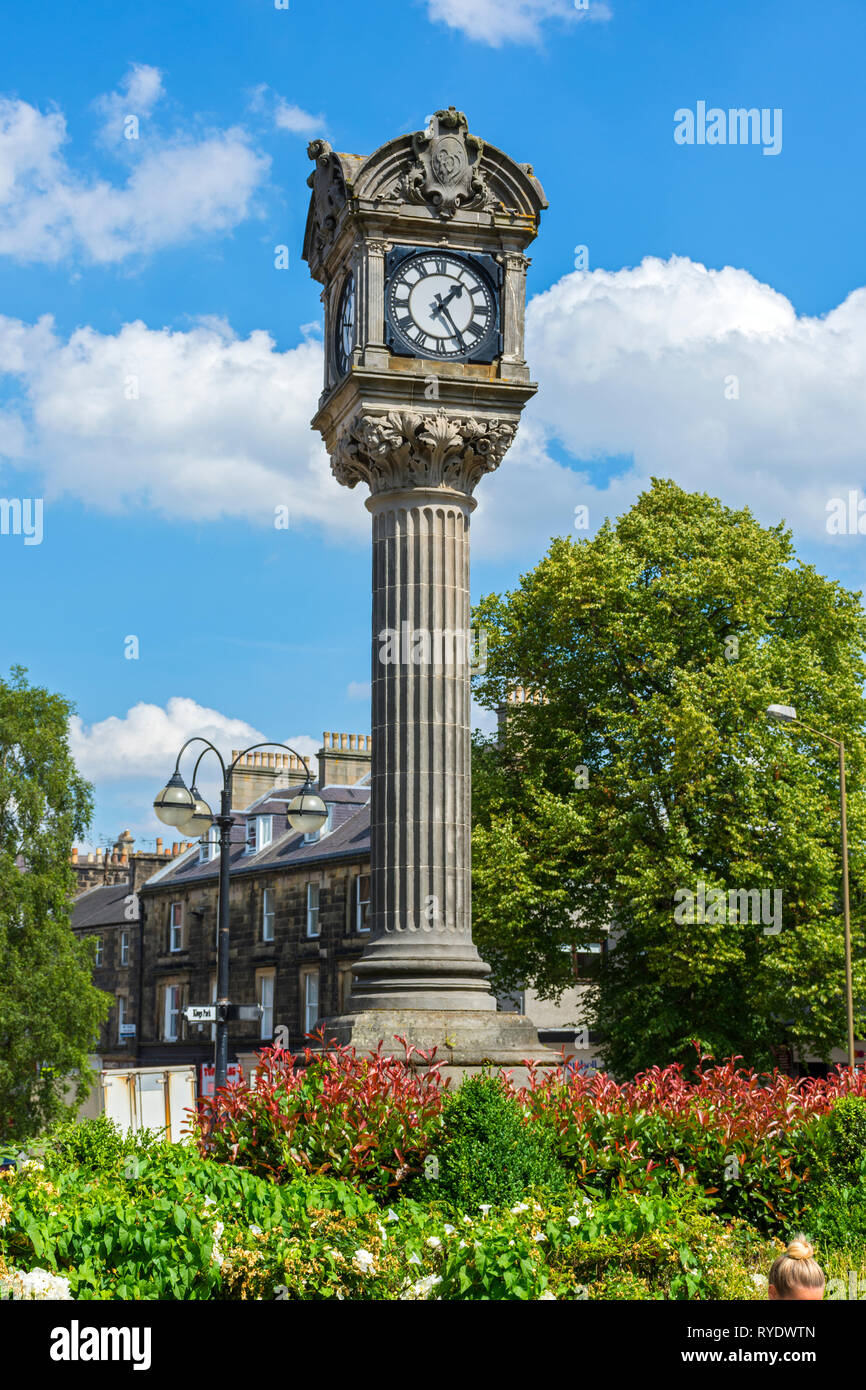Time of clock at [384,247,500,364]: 1:24
